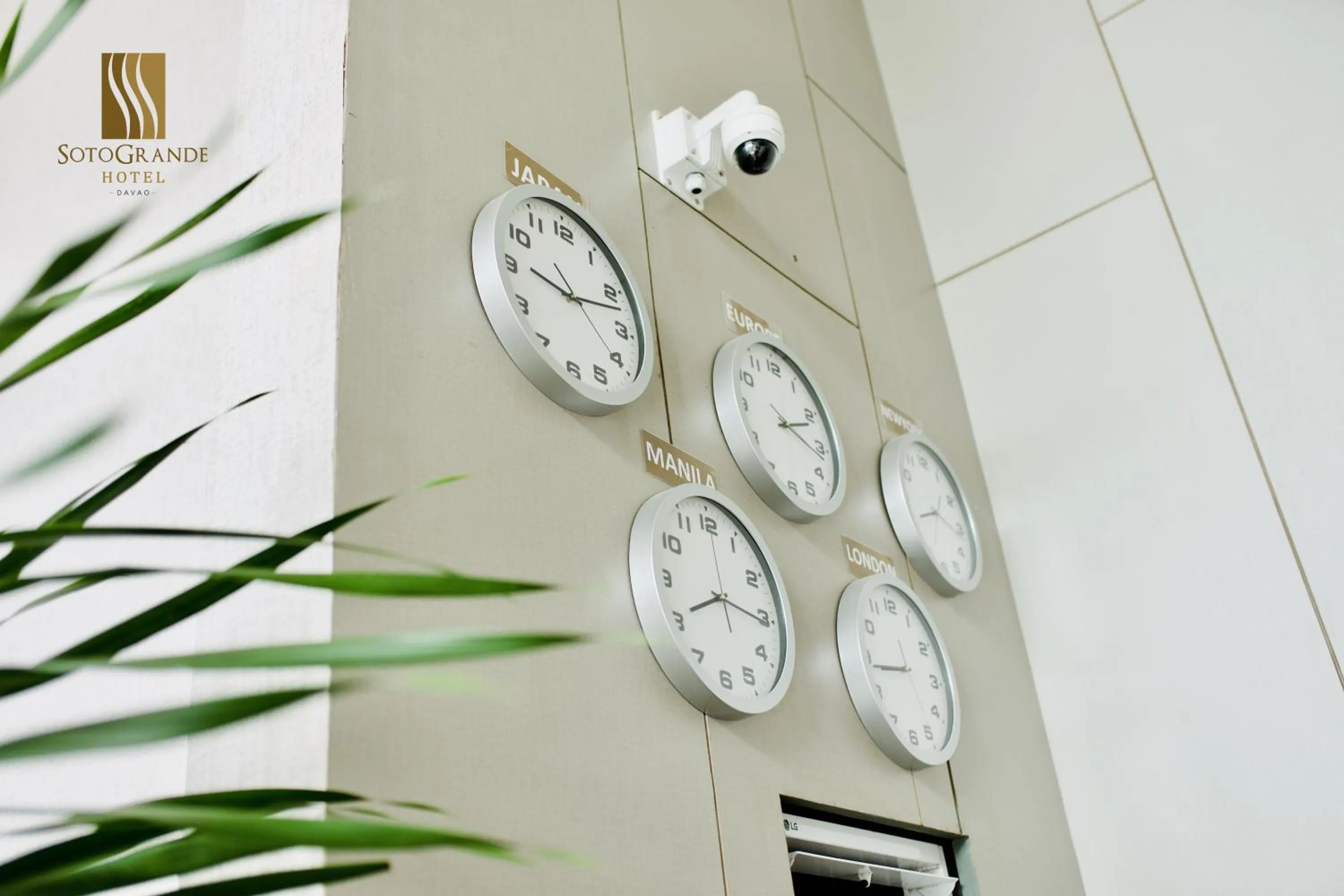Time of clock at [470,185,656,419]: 9:12
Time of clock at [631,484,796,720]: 8:15
